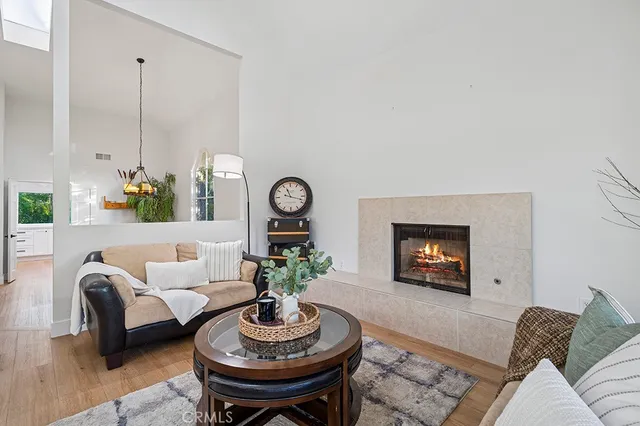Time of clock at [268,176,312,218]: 11:17
